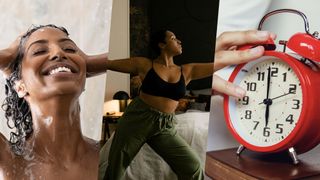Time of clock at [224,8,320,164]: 5:59
